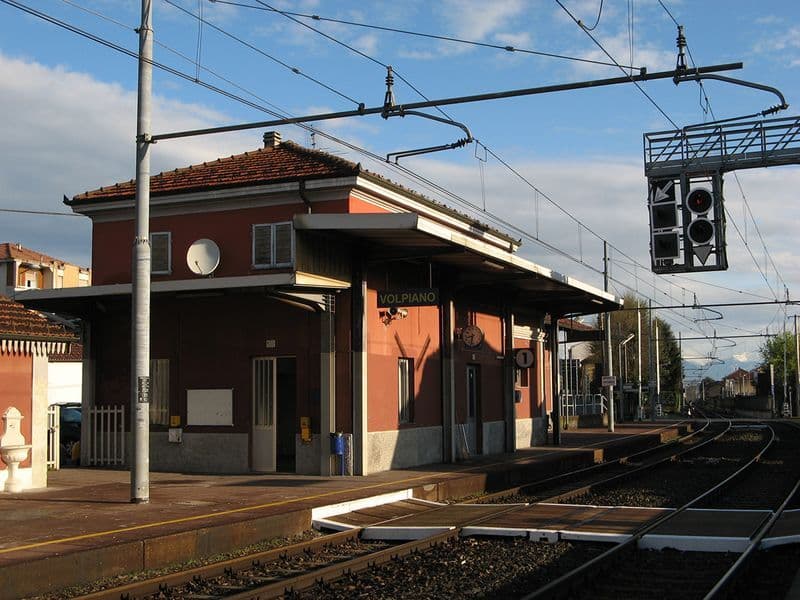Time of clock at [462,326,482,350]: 8:32
